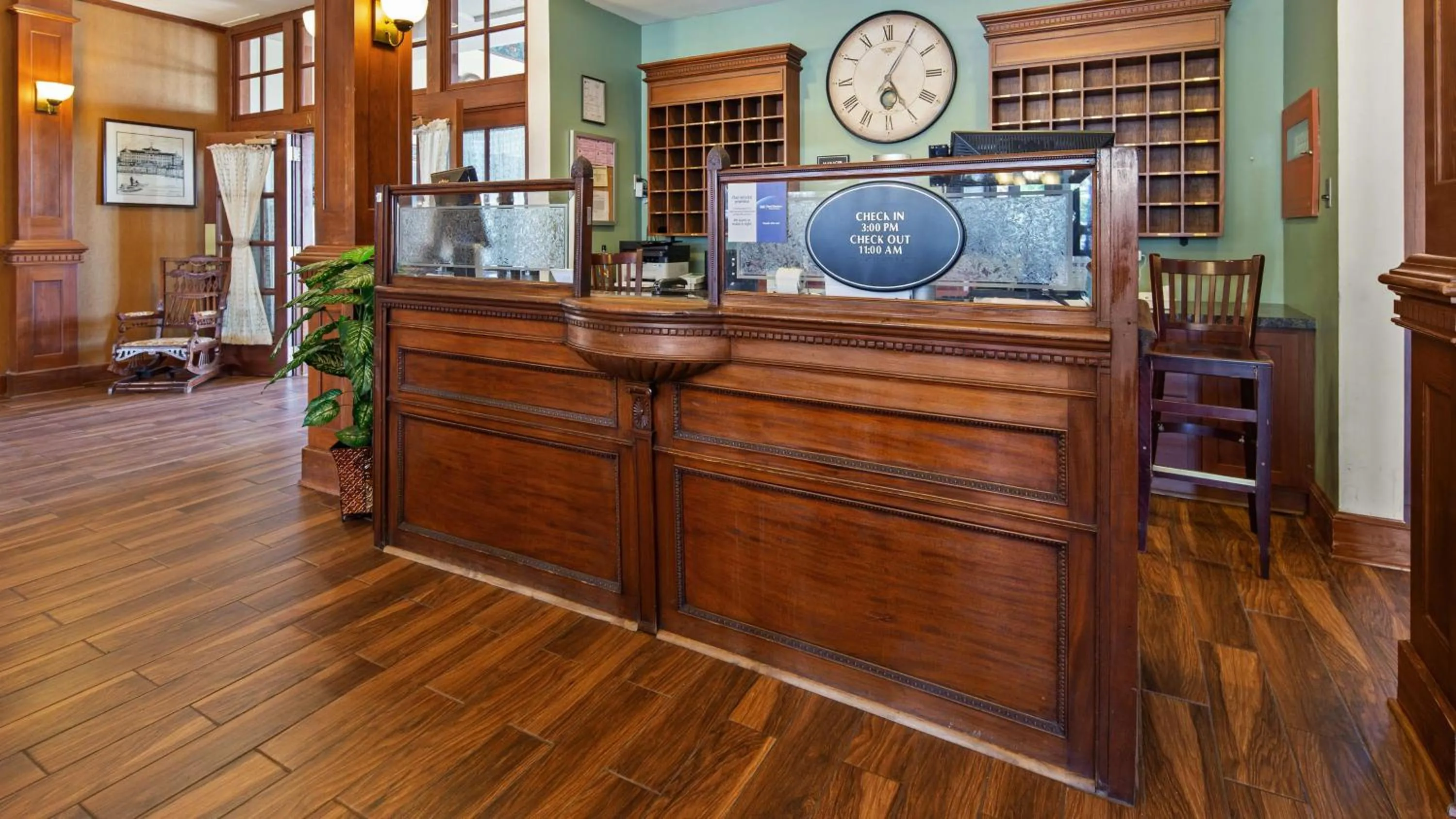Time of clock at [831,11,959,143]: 5:05
